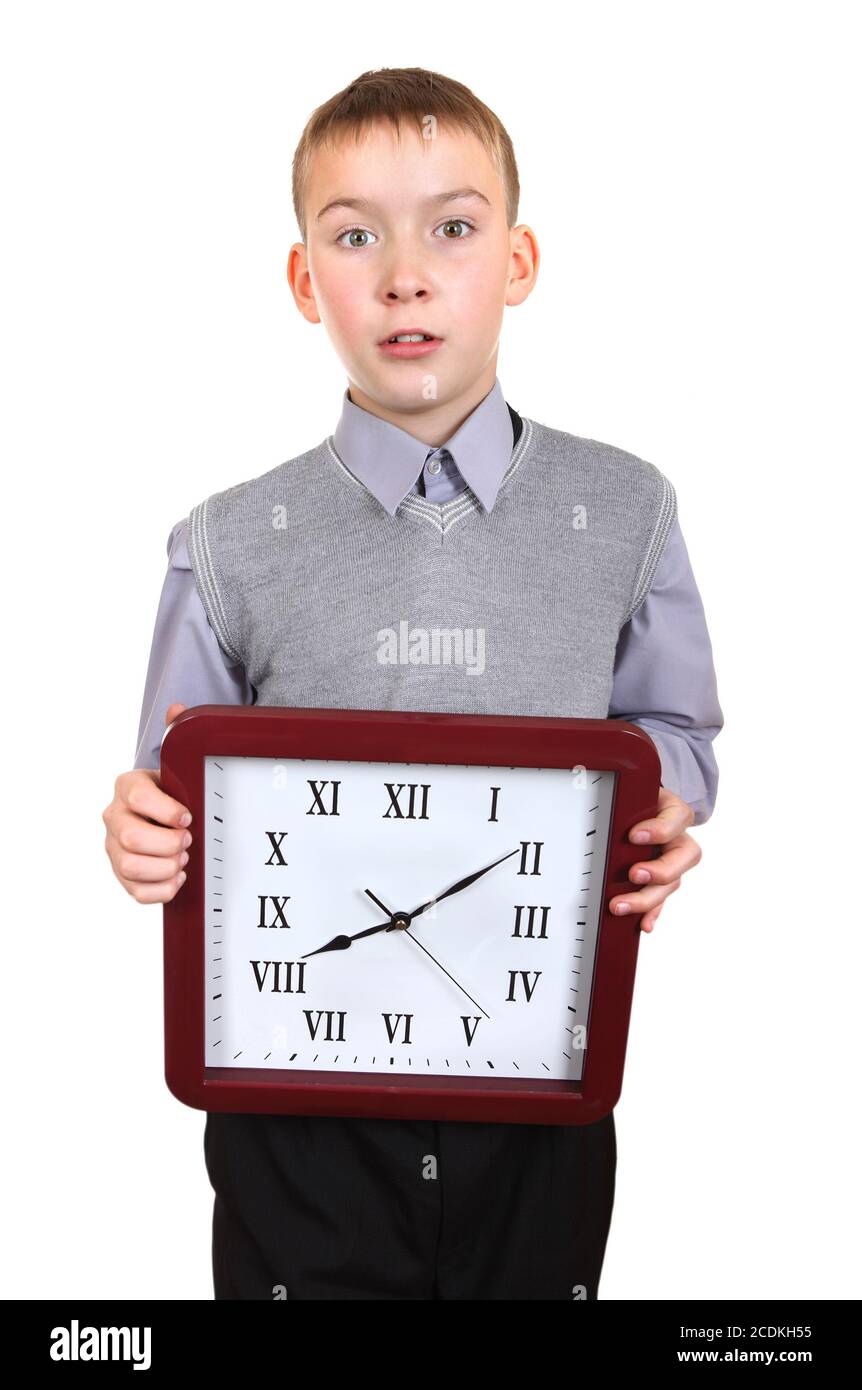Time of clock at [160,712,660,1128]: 8:09
